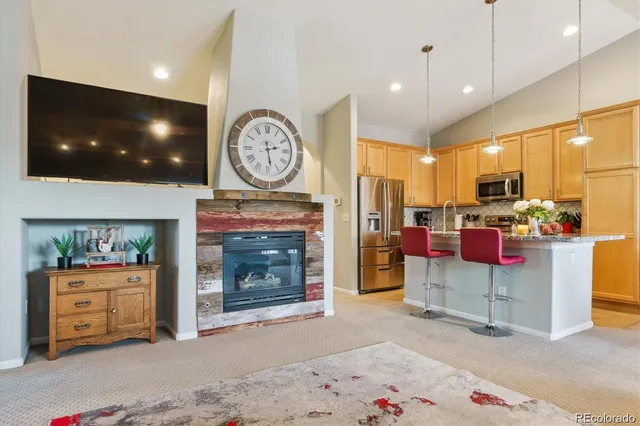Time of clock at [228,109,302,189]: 2:28
